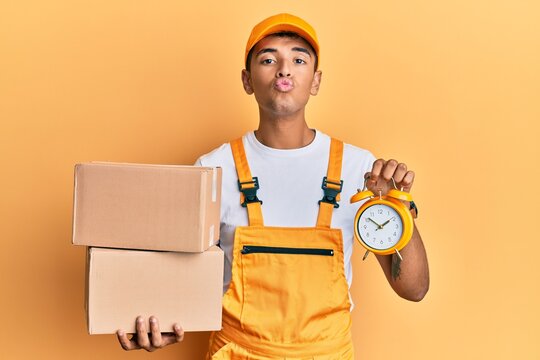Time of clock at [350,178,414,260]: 1:51
